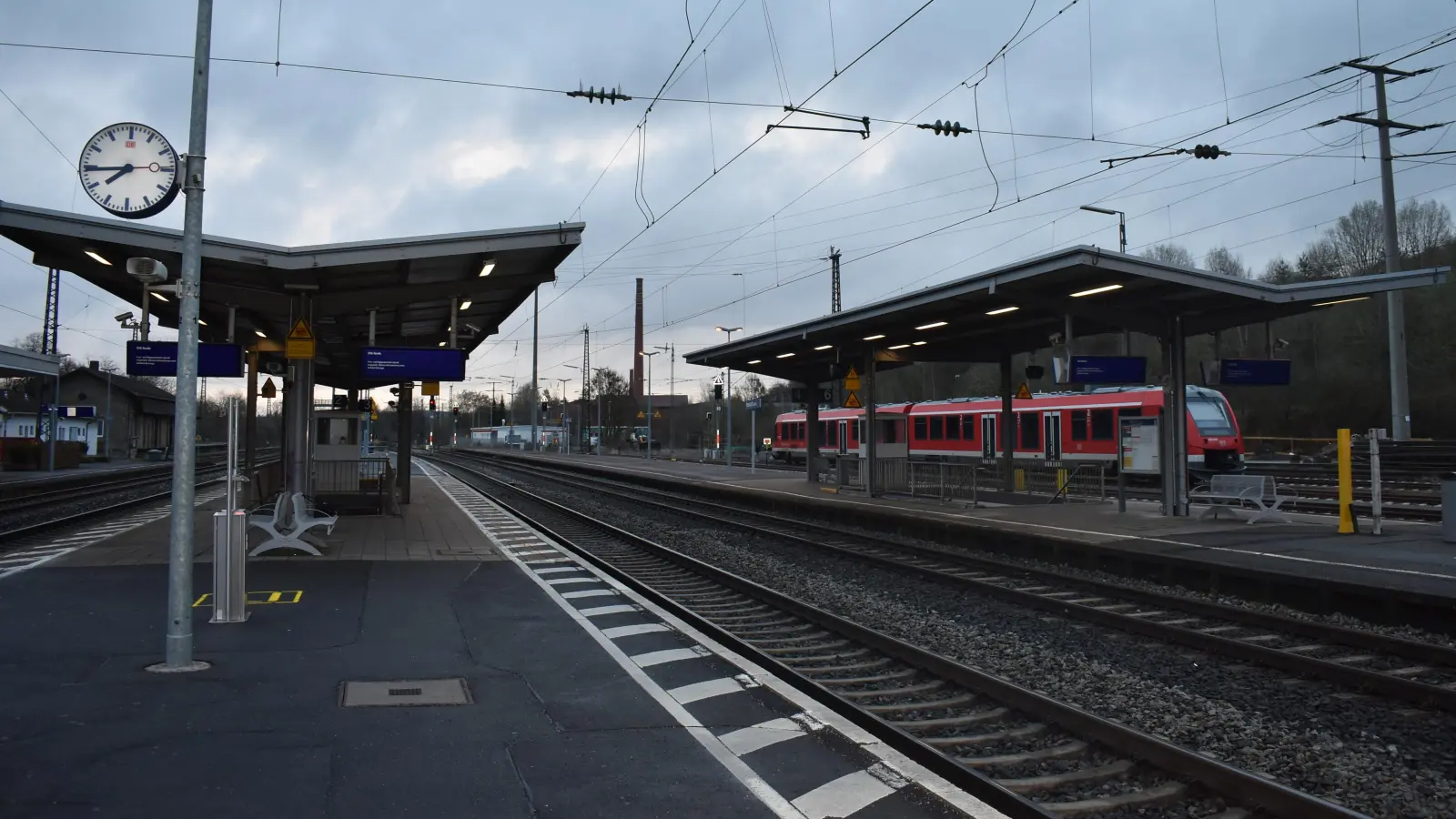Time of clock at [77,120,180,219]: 7:44
